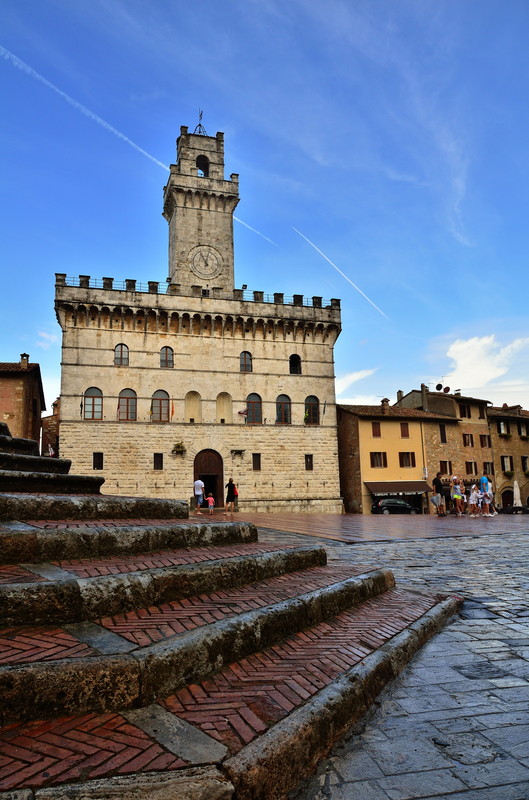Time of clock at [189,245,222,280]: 11:02
